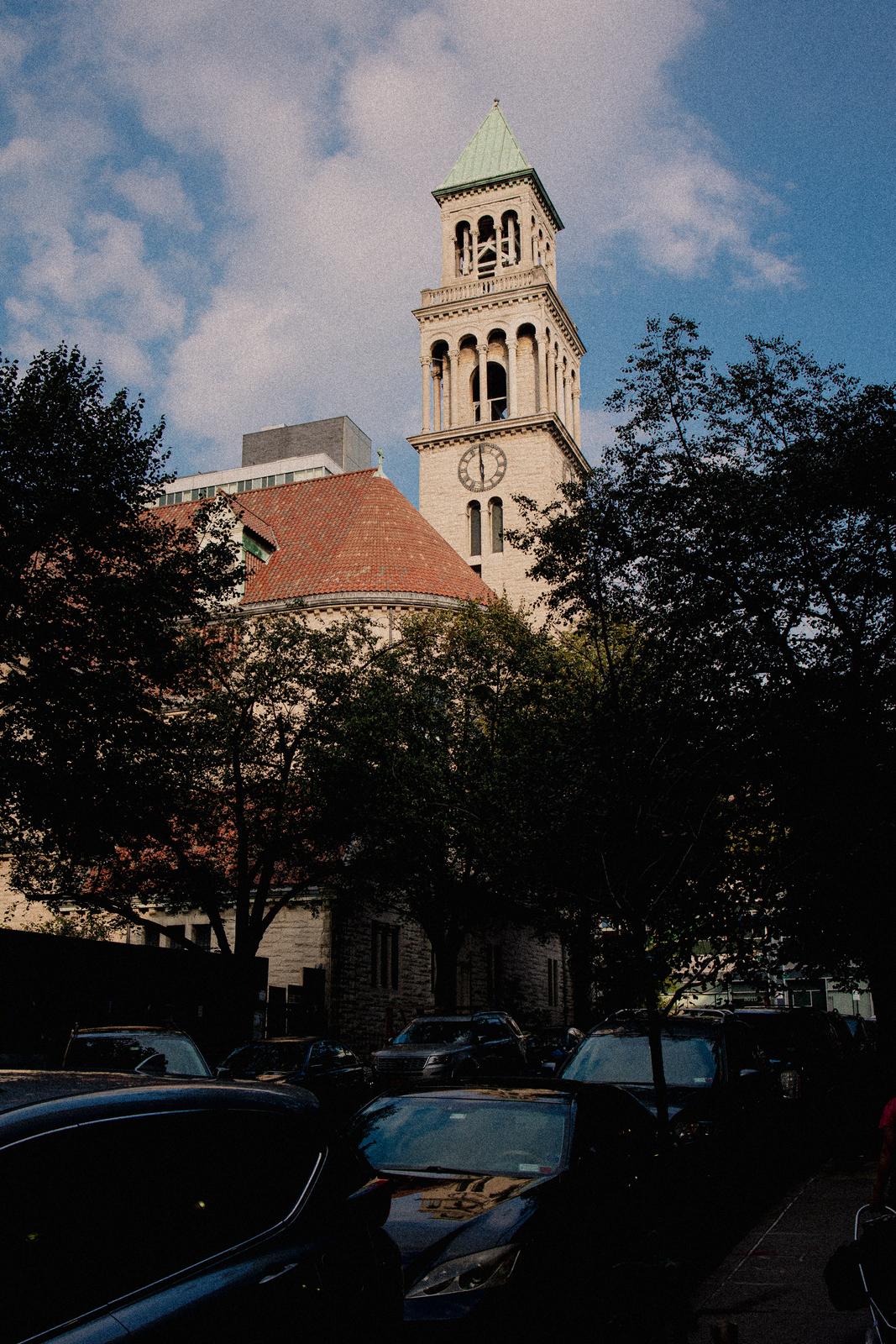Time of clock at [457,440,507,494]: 5:59
